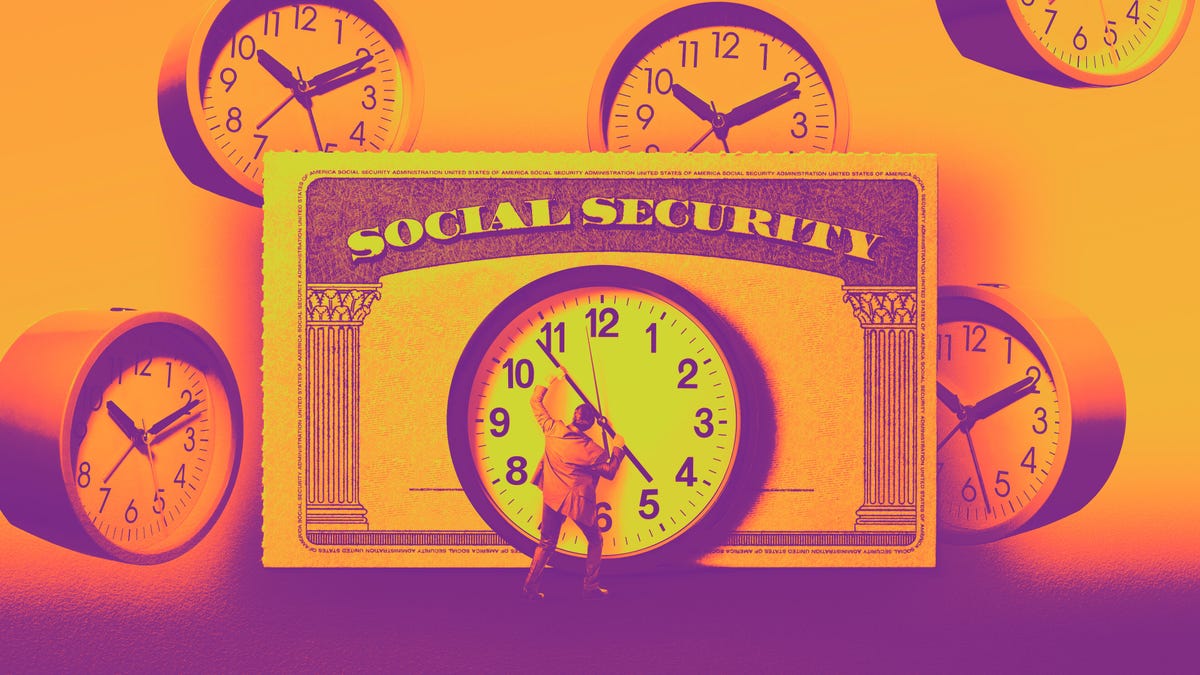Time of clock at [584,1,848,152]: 10:10
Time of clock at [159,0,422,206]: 10:10
